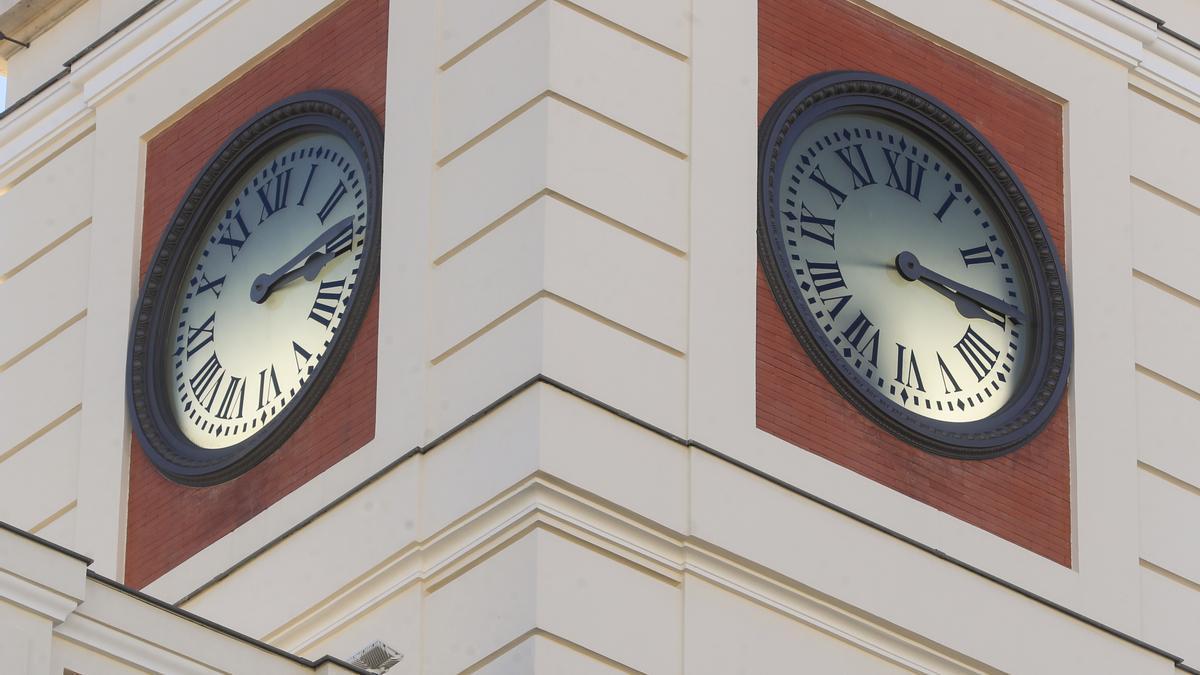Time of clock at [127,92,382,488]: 3:13
